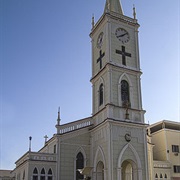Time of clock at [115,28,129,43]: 8:09
